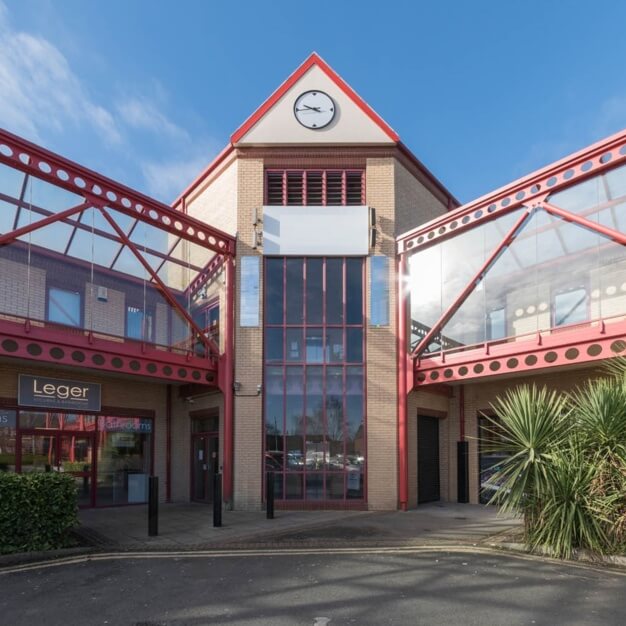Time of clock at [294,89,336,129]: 9:43
